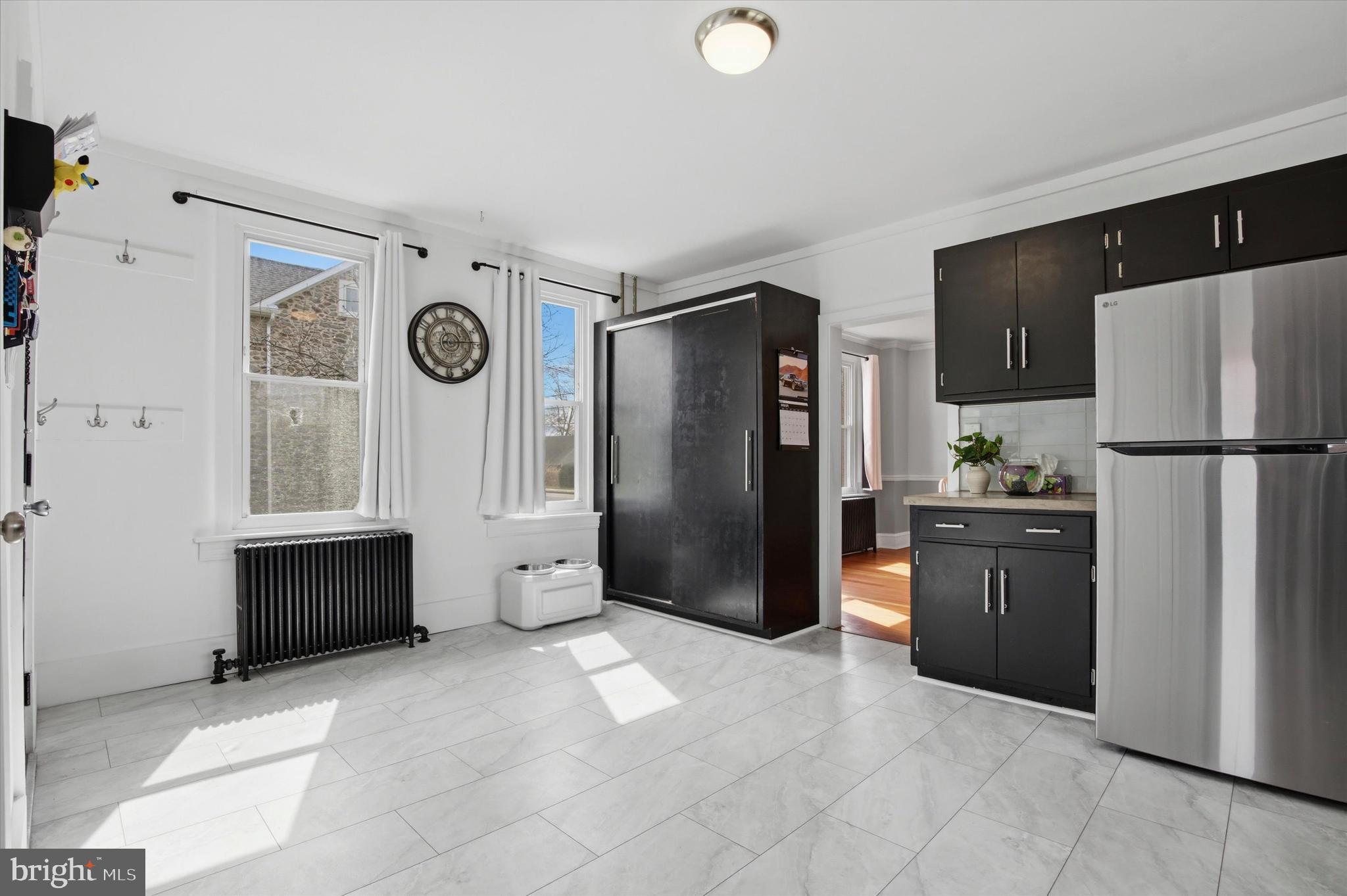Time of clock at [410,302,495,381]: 11:14
